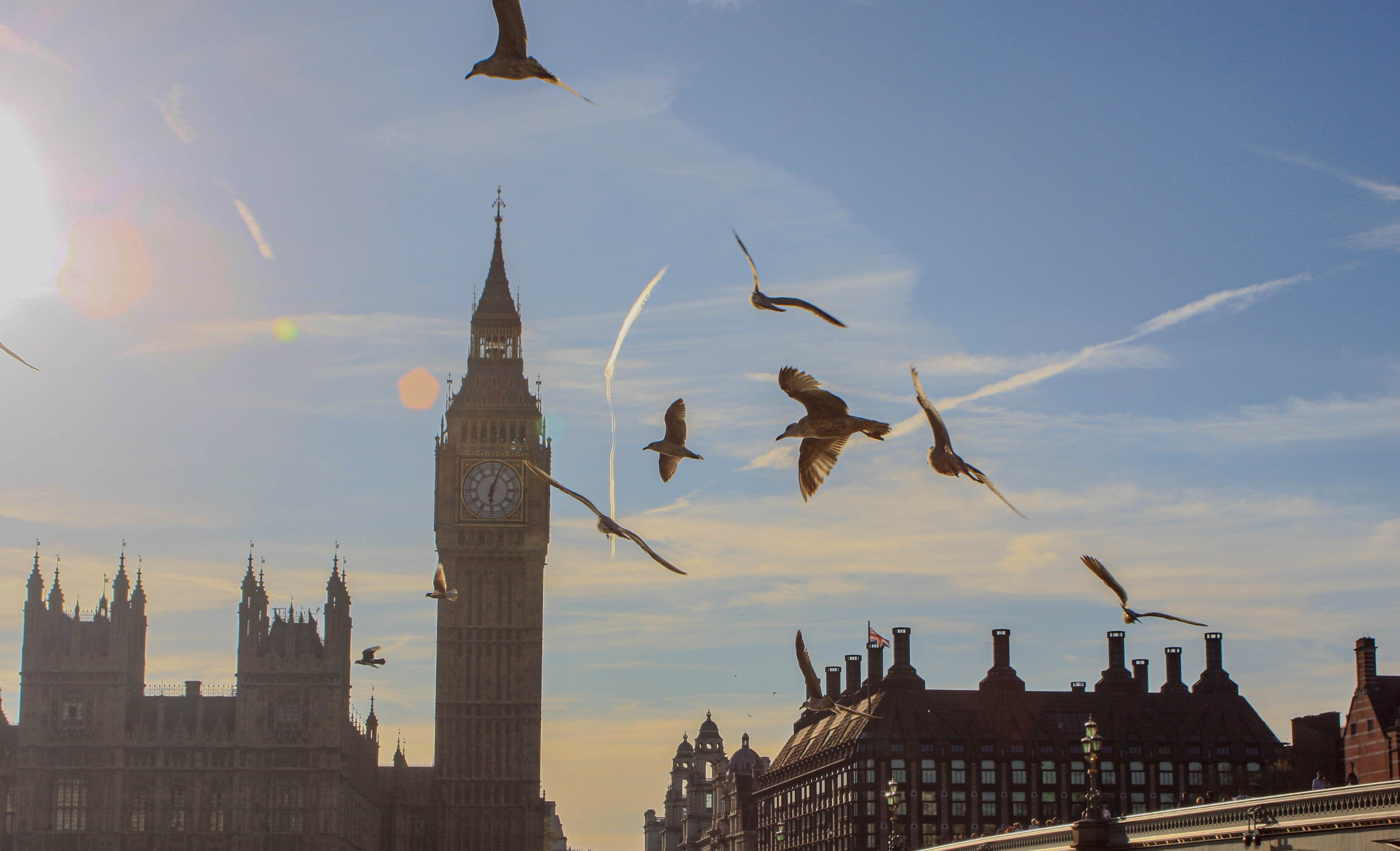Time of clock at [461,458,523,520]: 6:03
